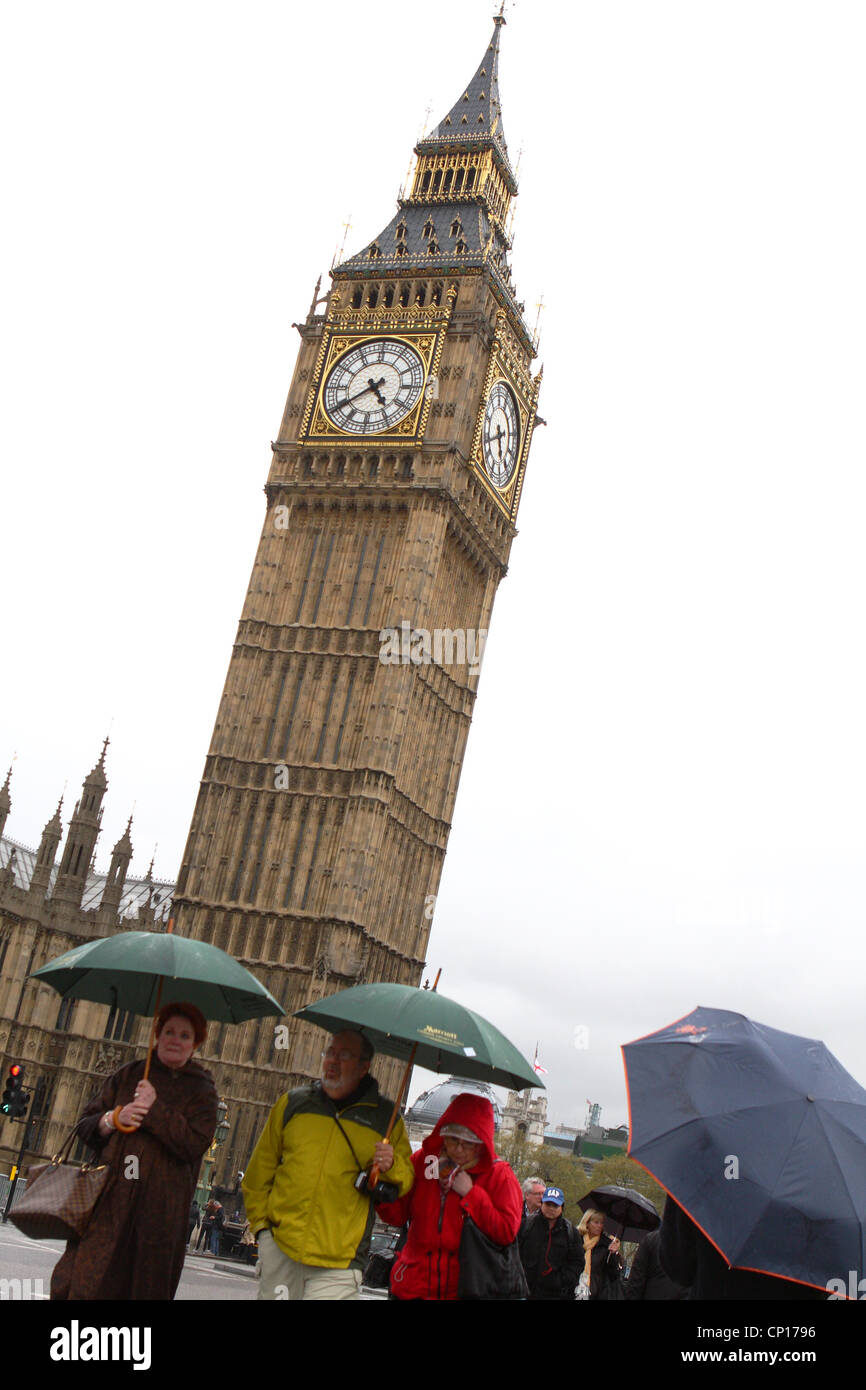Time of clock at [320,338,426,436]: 4:39
